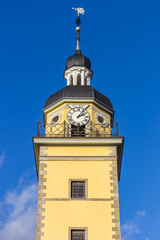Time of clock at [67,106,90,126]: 2:06
